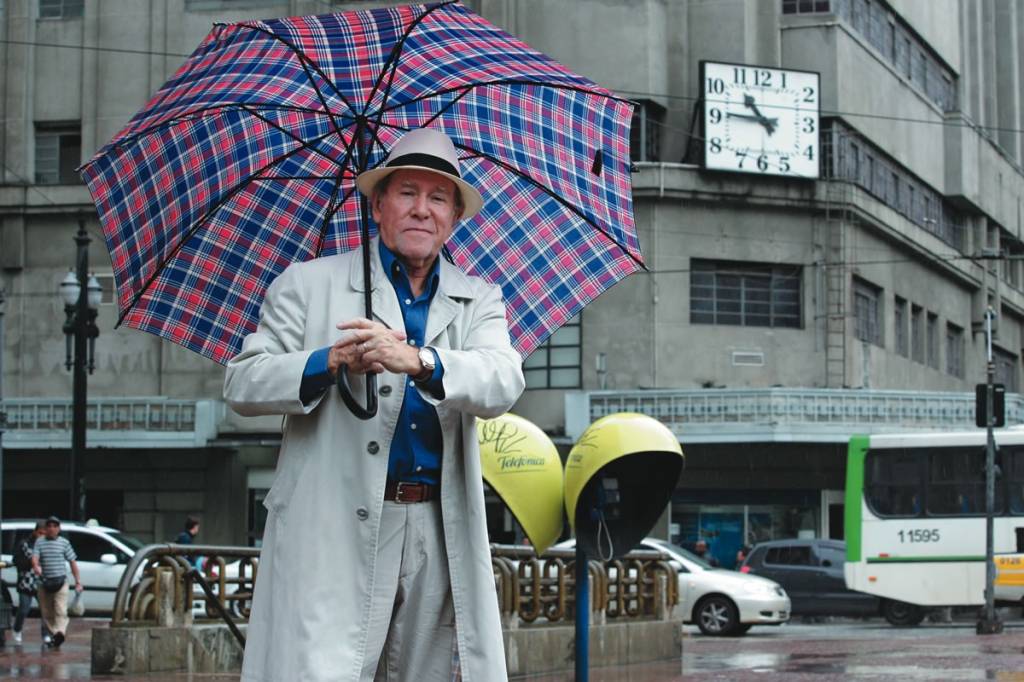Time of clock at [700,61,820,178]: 10:45
